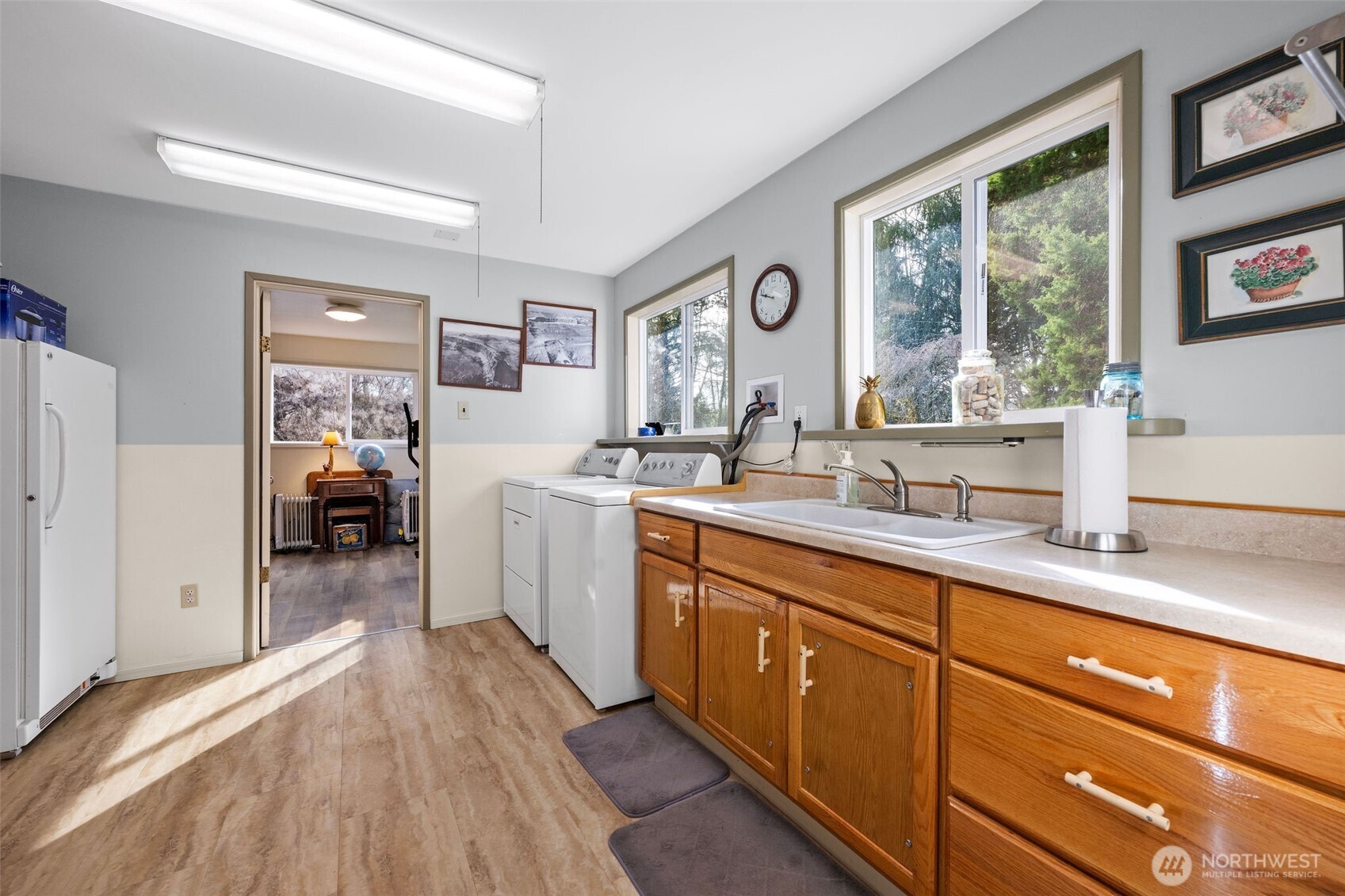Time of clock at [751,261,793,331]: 9:47
